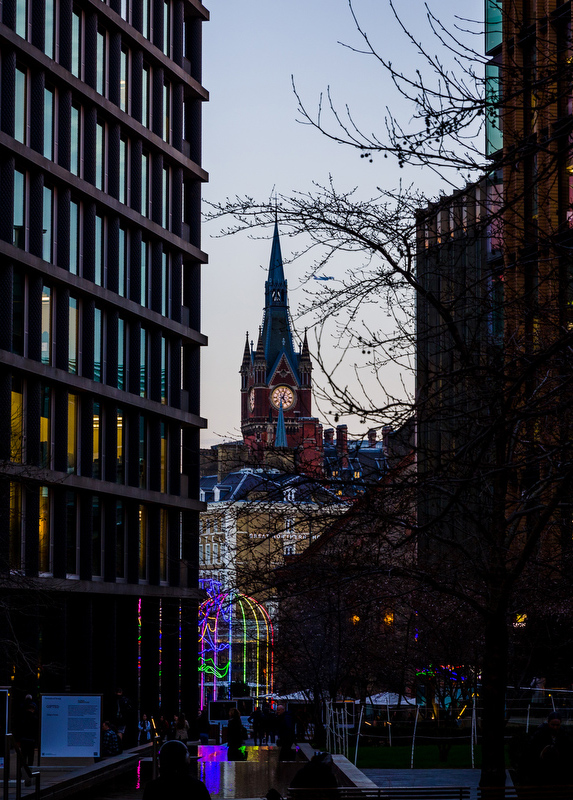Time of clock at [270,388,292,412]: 5:03
